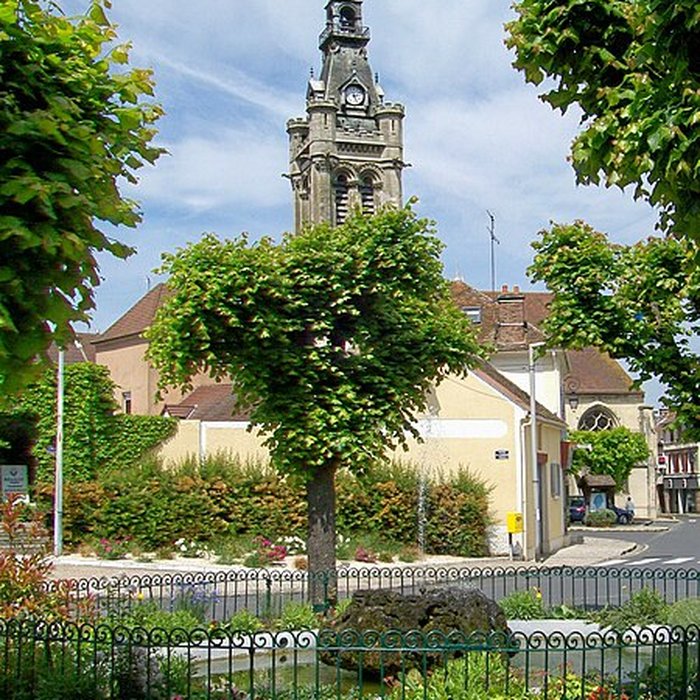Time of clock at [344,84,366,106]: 2:26
